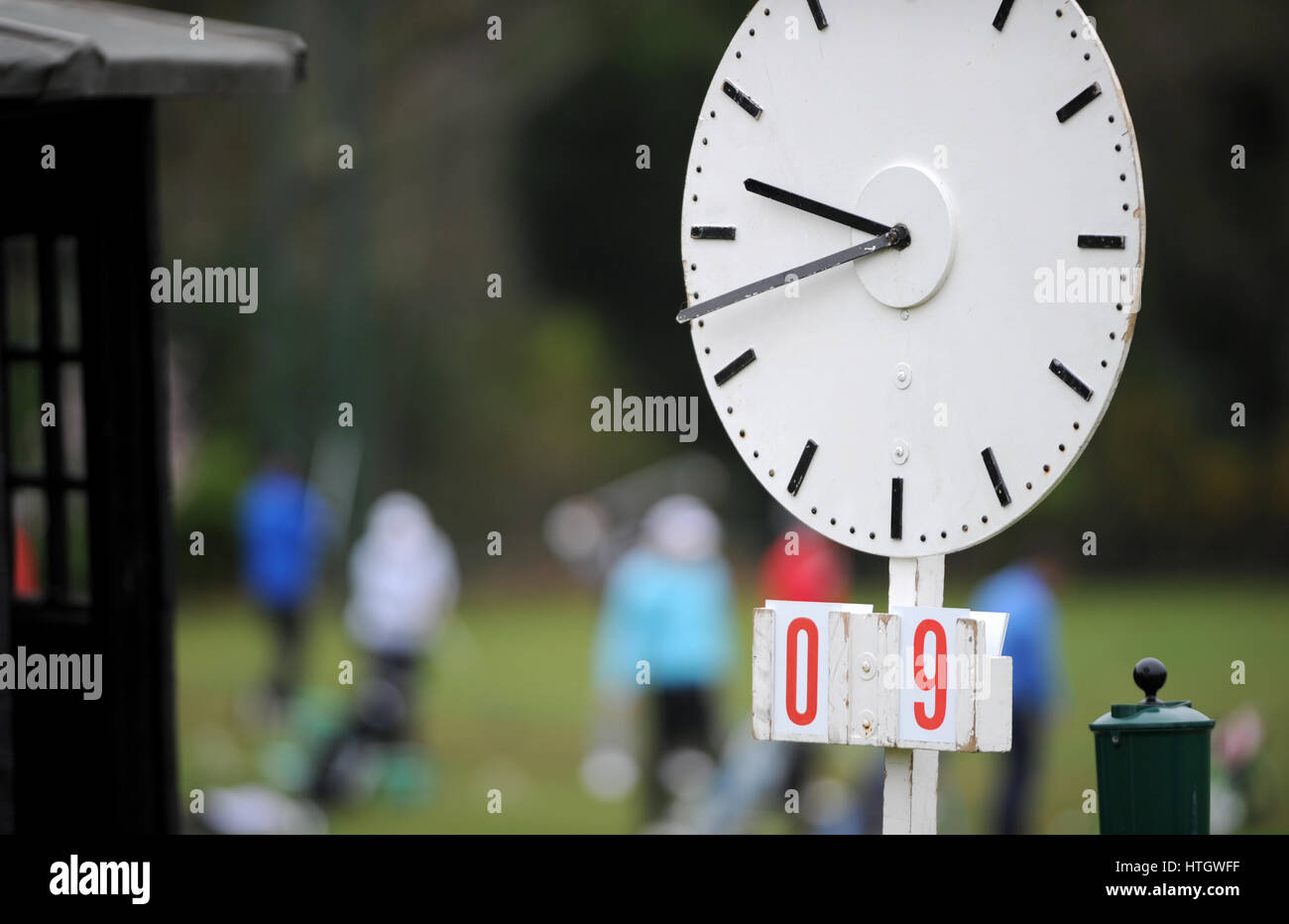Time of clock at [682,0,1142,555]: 9:42
